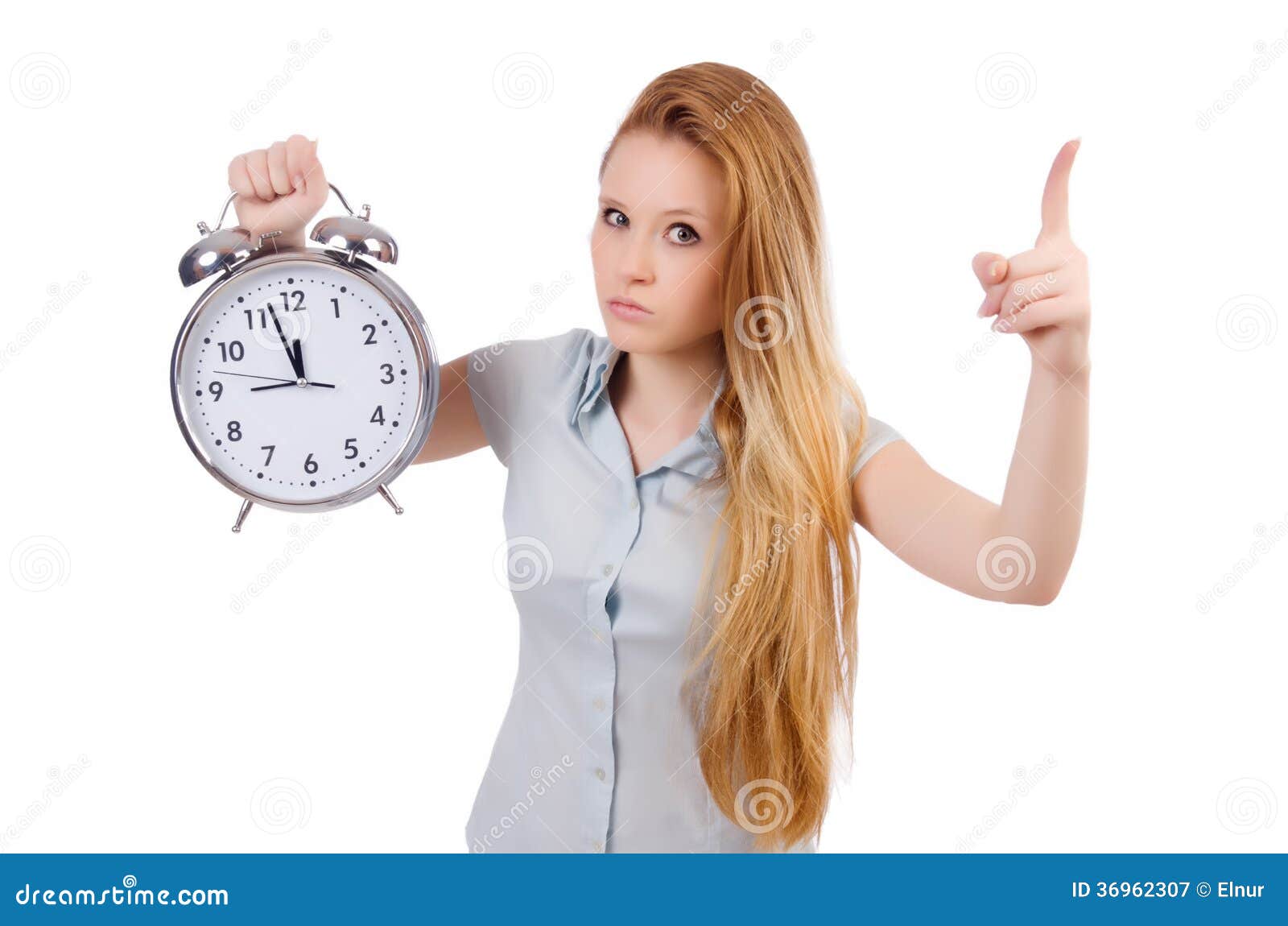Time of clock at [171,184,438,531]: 8:57
